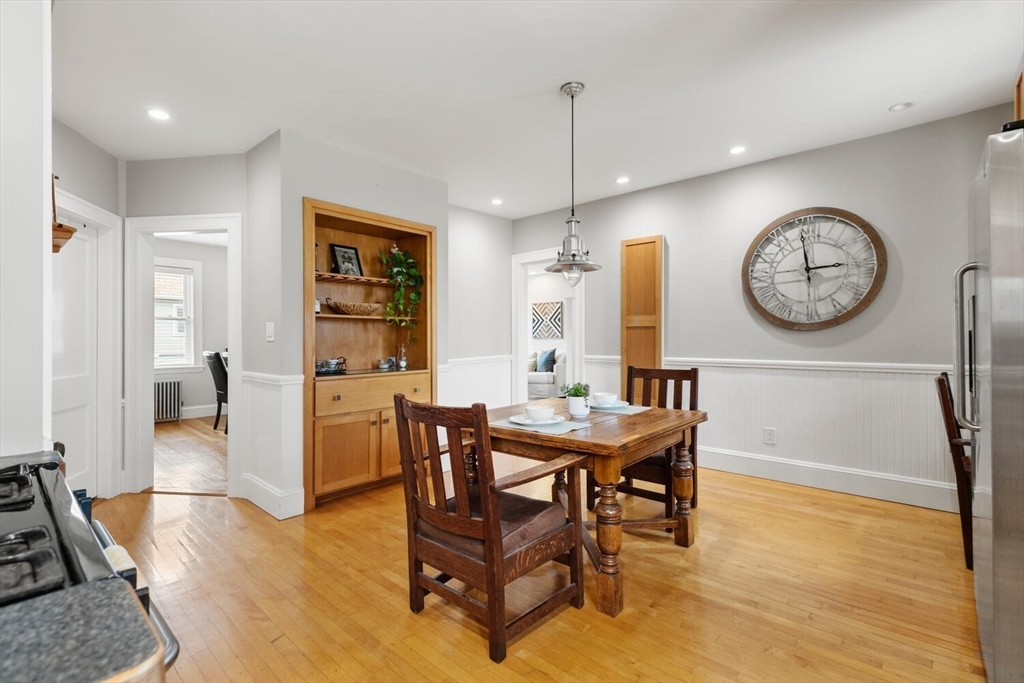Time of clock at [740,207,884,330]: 2:59
